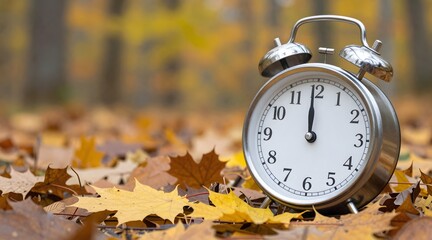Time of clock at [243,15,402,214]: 11:59
